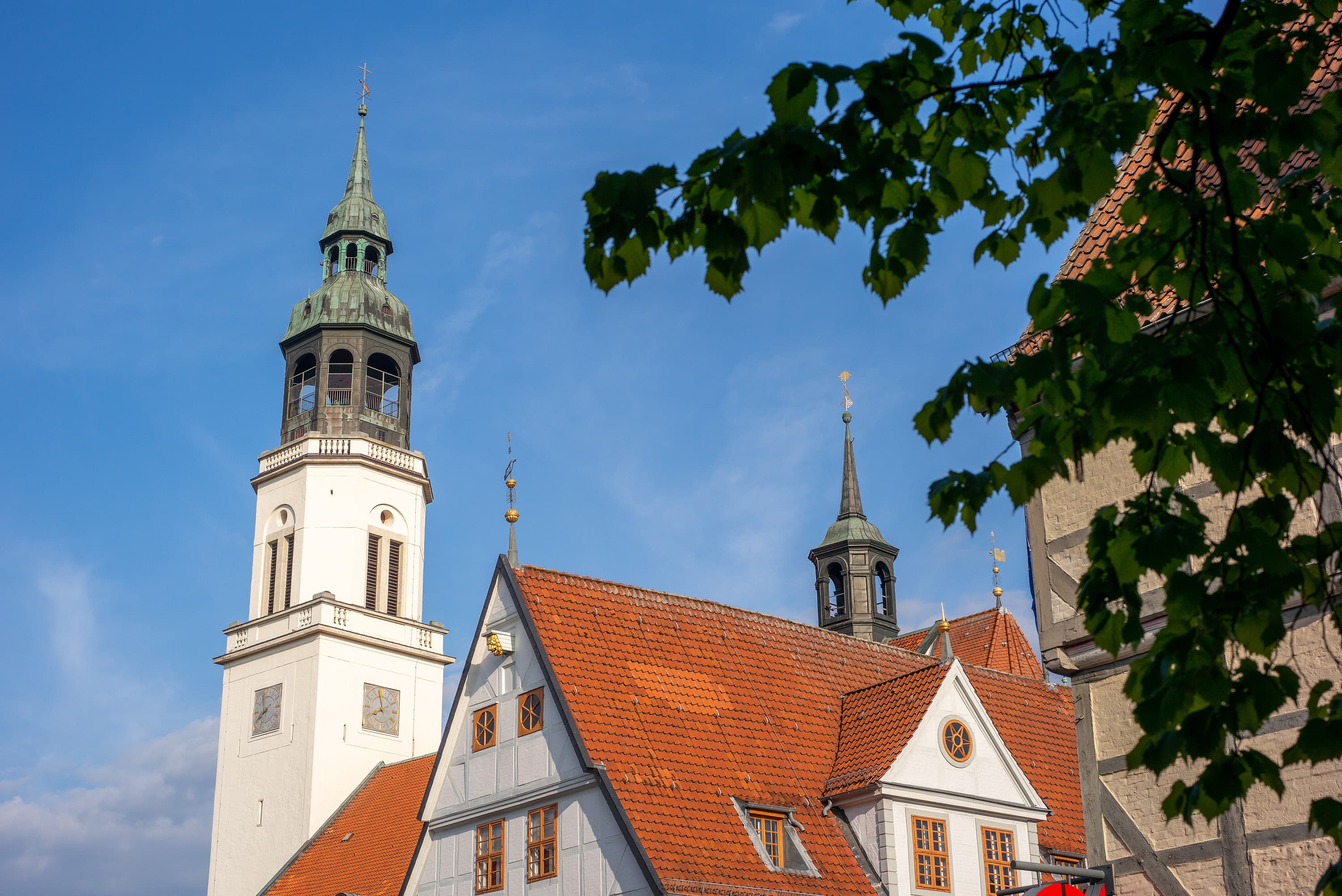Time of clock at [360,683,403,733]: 7:58
